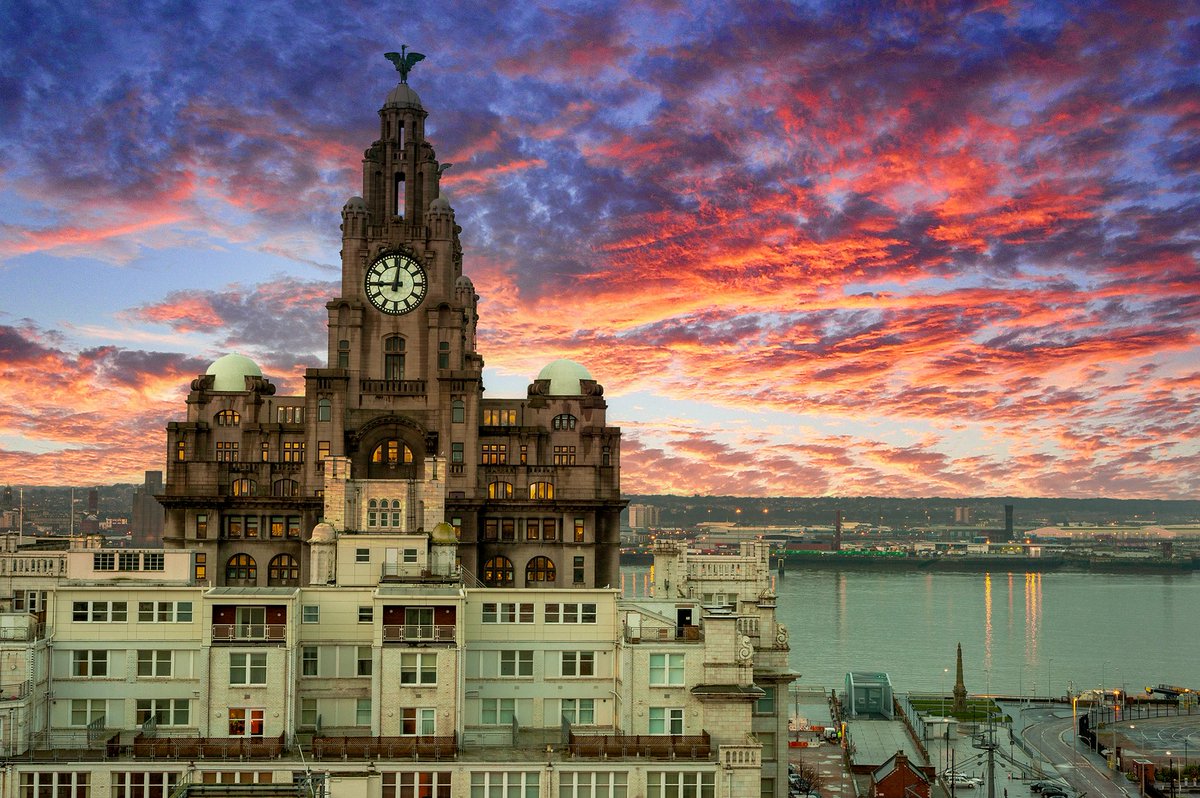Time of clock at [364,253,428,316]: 9:01
